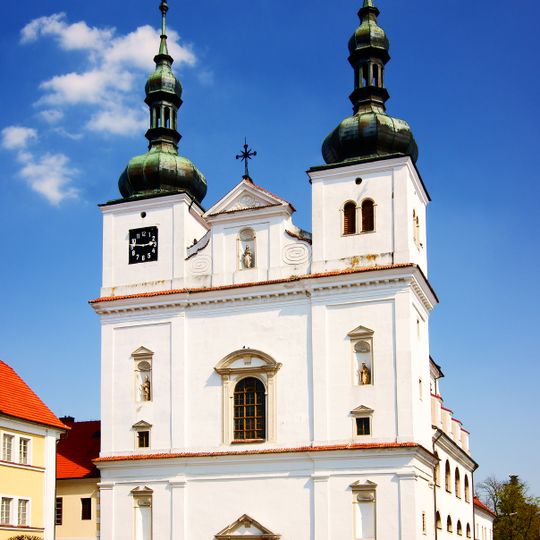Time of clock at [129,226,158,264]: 2:46
